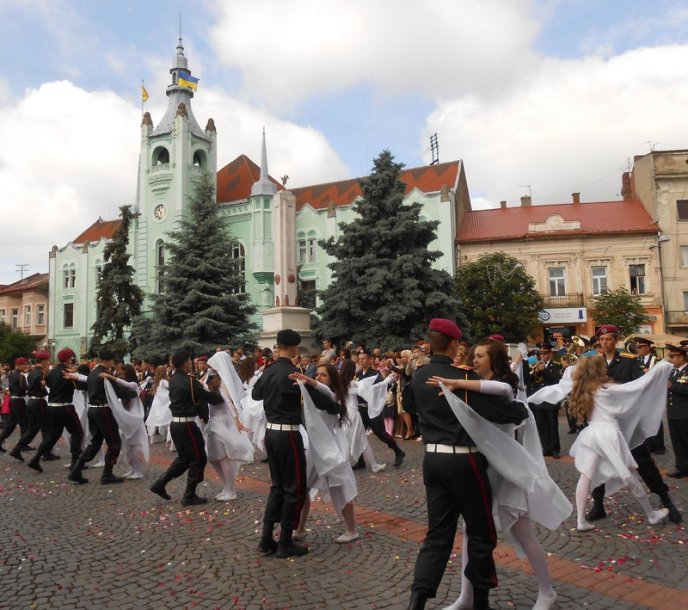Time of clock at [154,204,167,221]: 10:32
